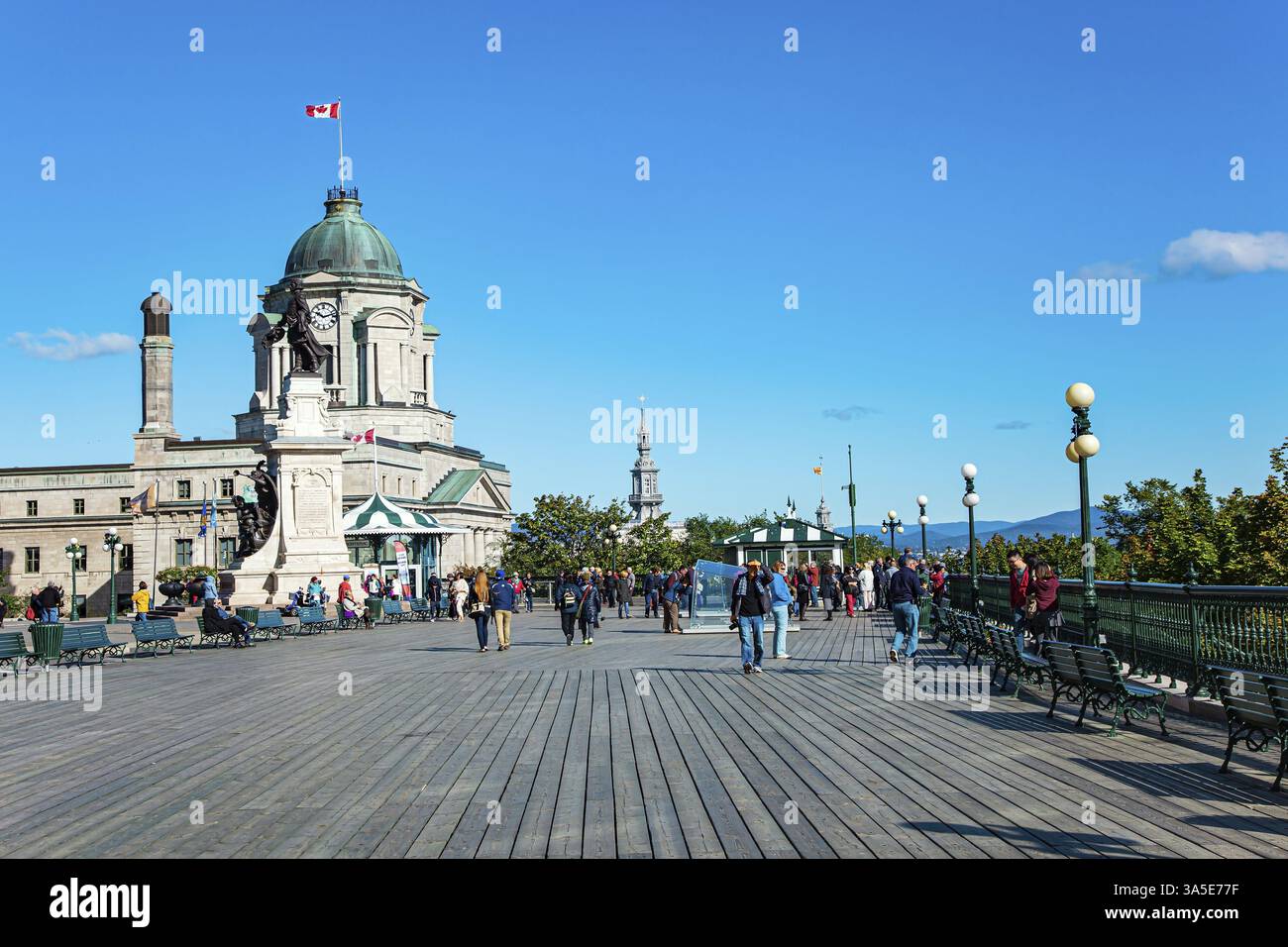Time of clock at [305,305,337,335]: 10:12
